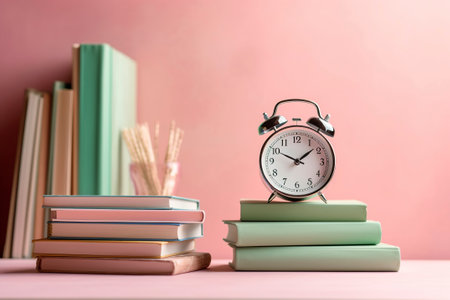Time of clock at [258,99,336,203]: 1:49
